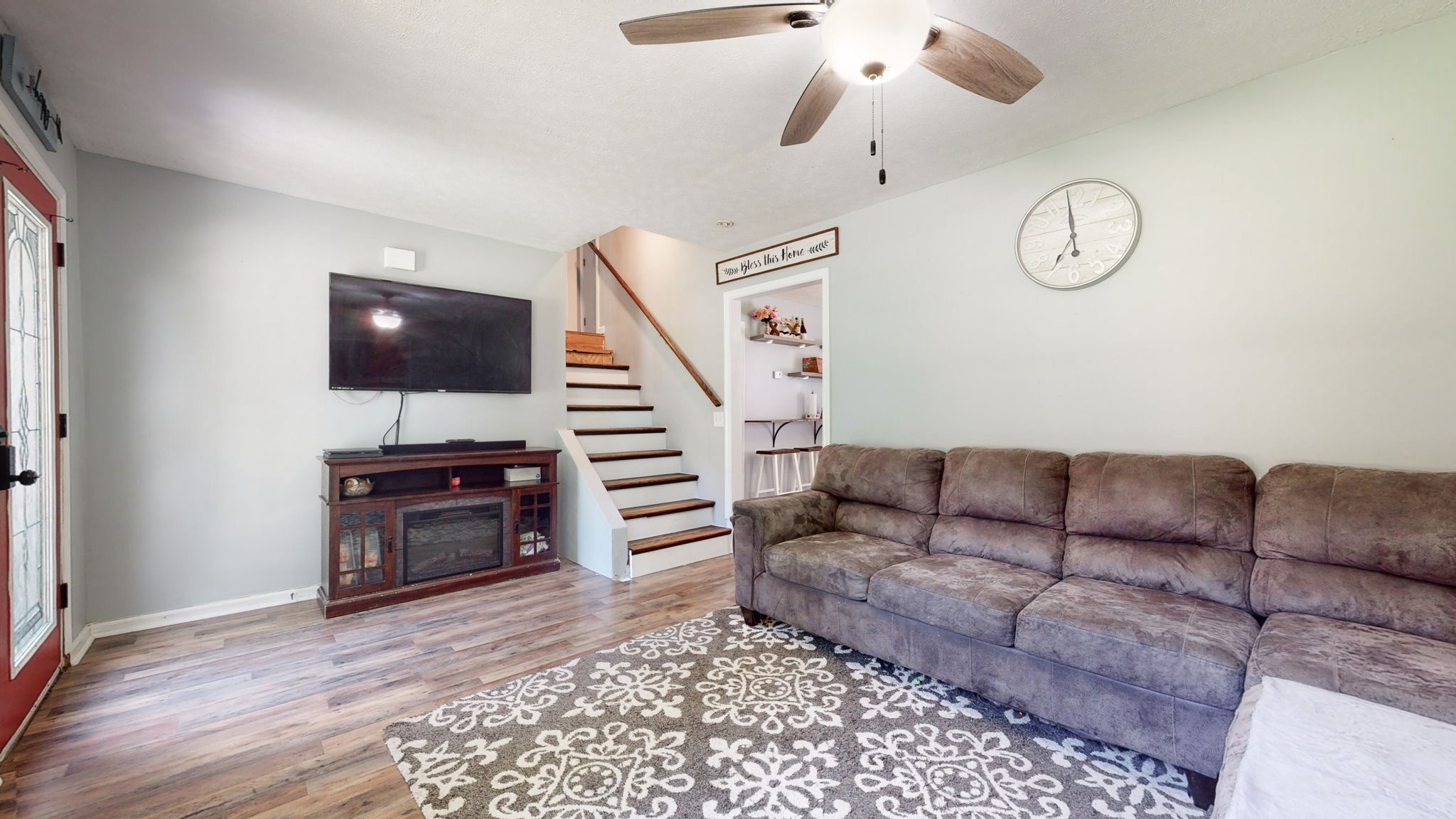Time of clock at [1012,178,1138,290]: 6:58
